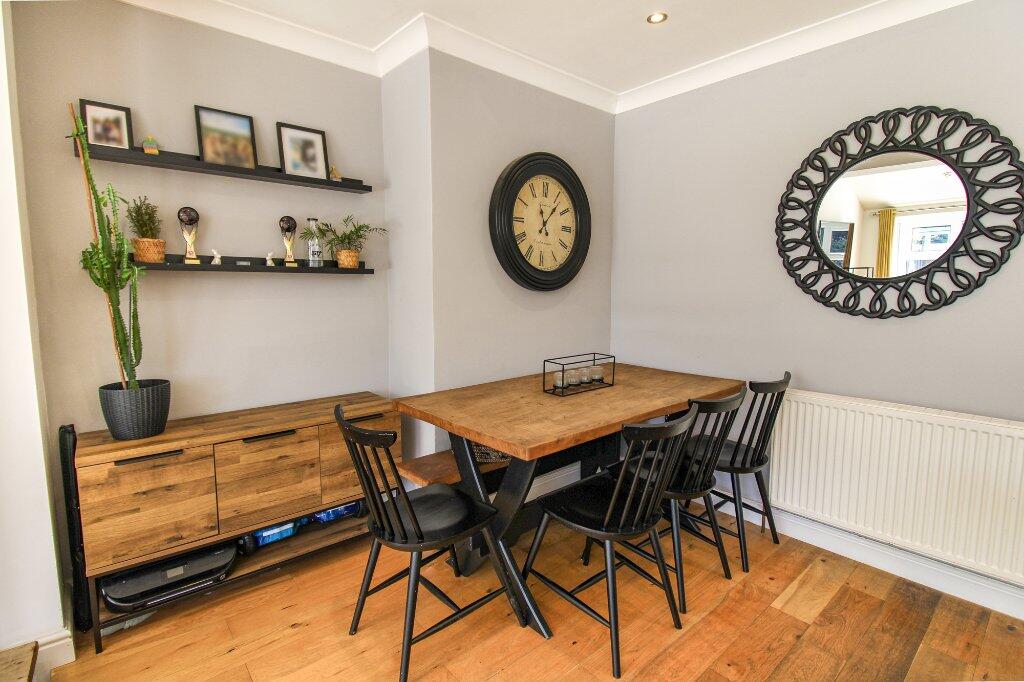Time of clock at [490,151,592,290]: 11:06
